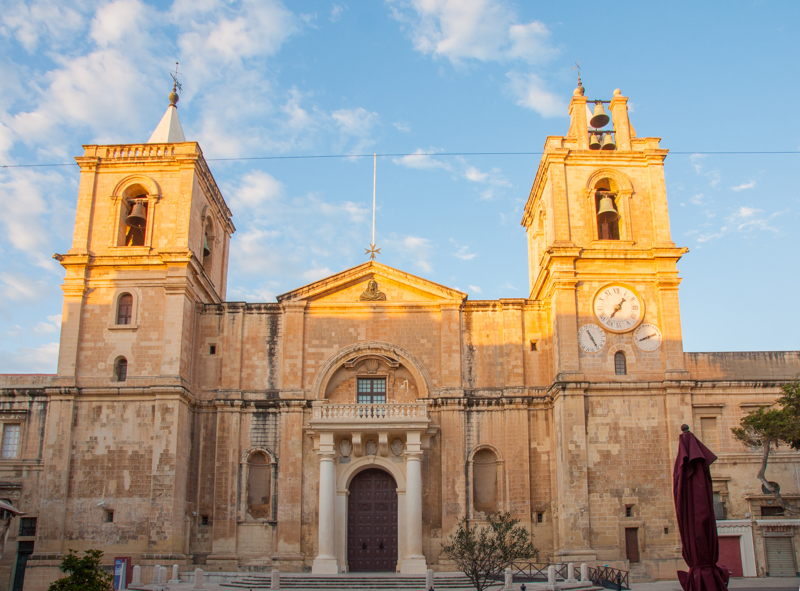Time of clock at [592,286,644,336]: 1:36
